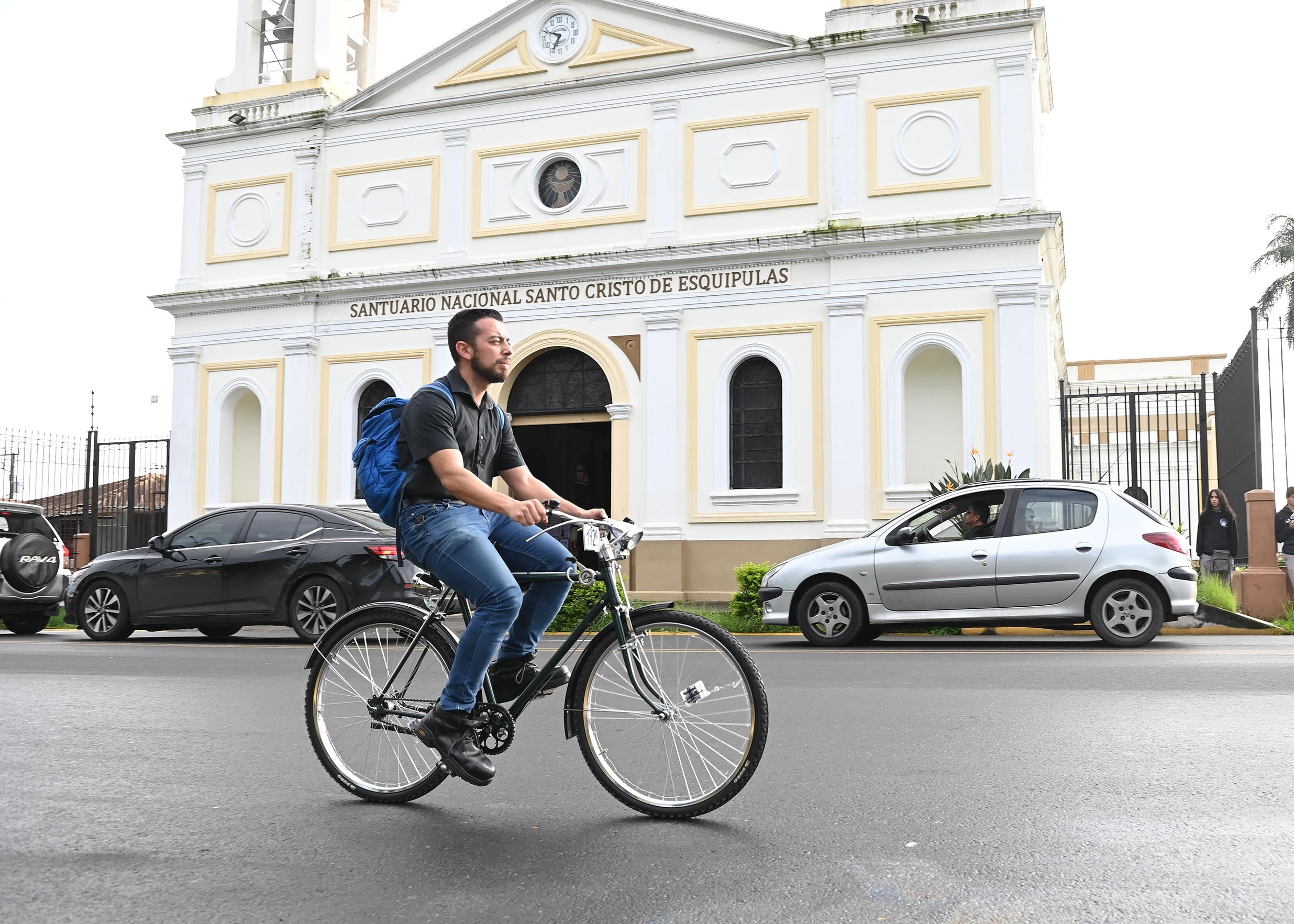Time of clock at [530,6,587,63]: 6:49
